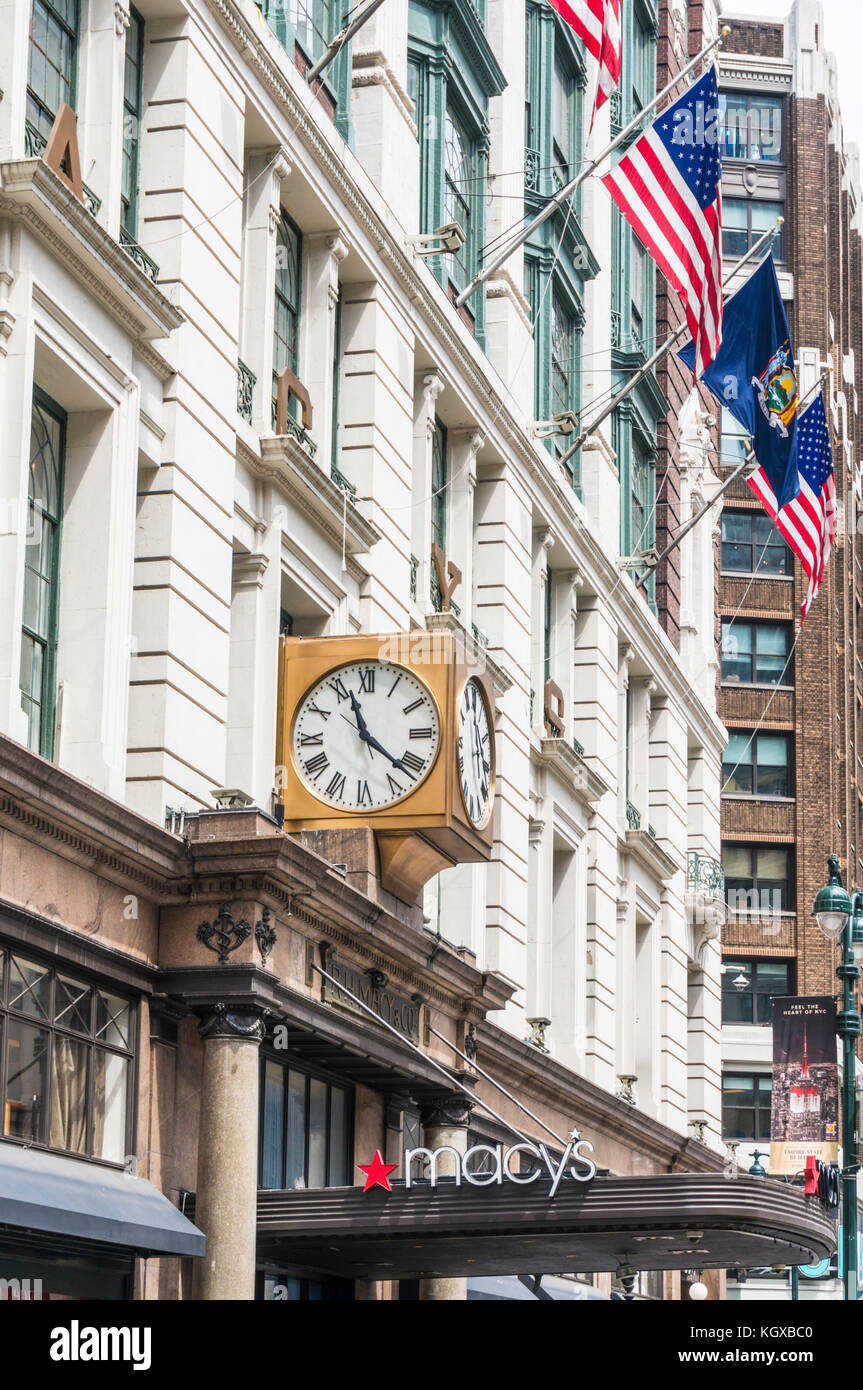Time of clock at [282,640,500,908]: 11:21
